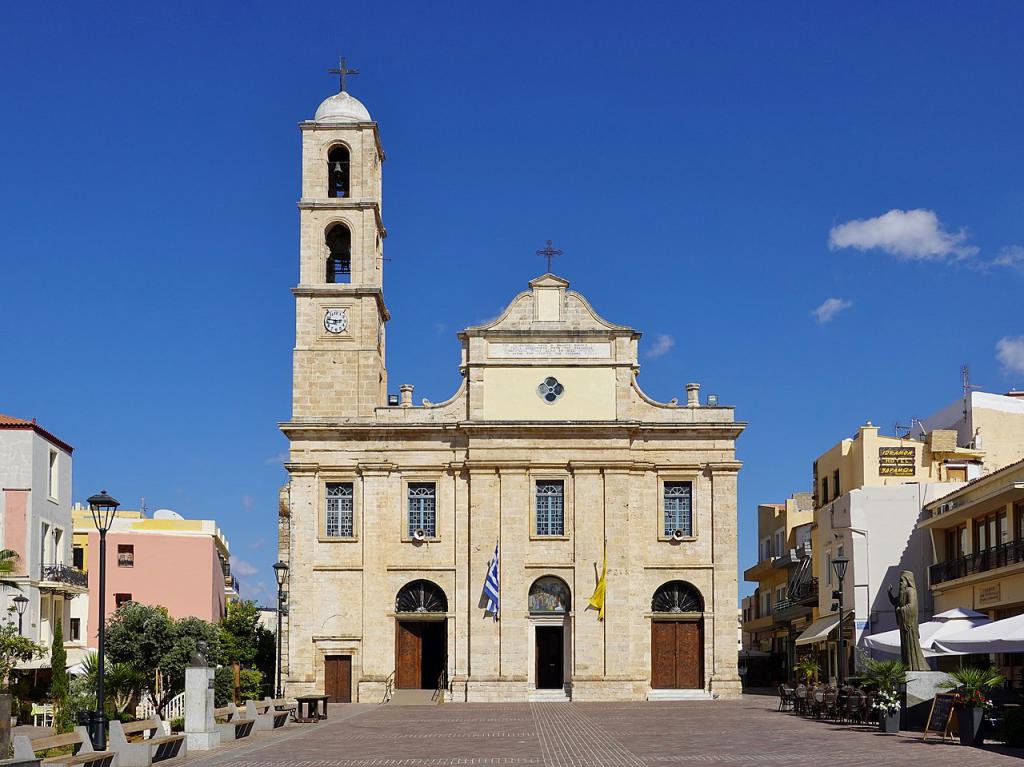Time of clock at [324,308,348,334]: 2:48
